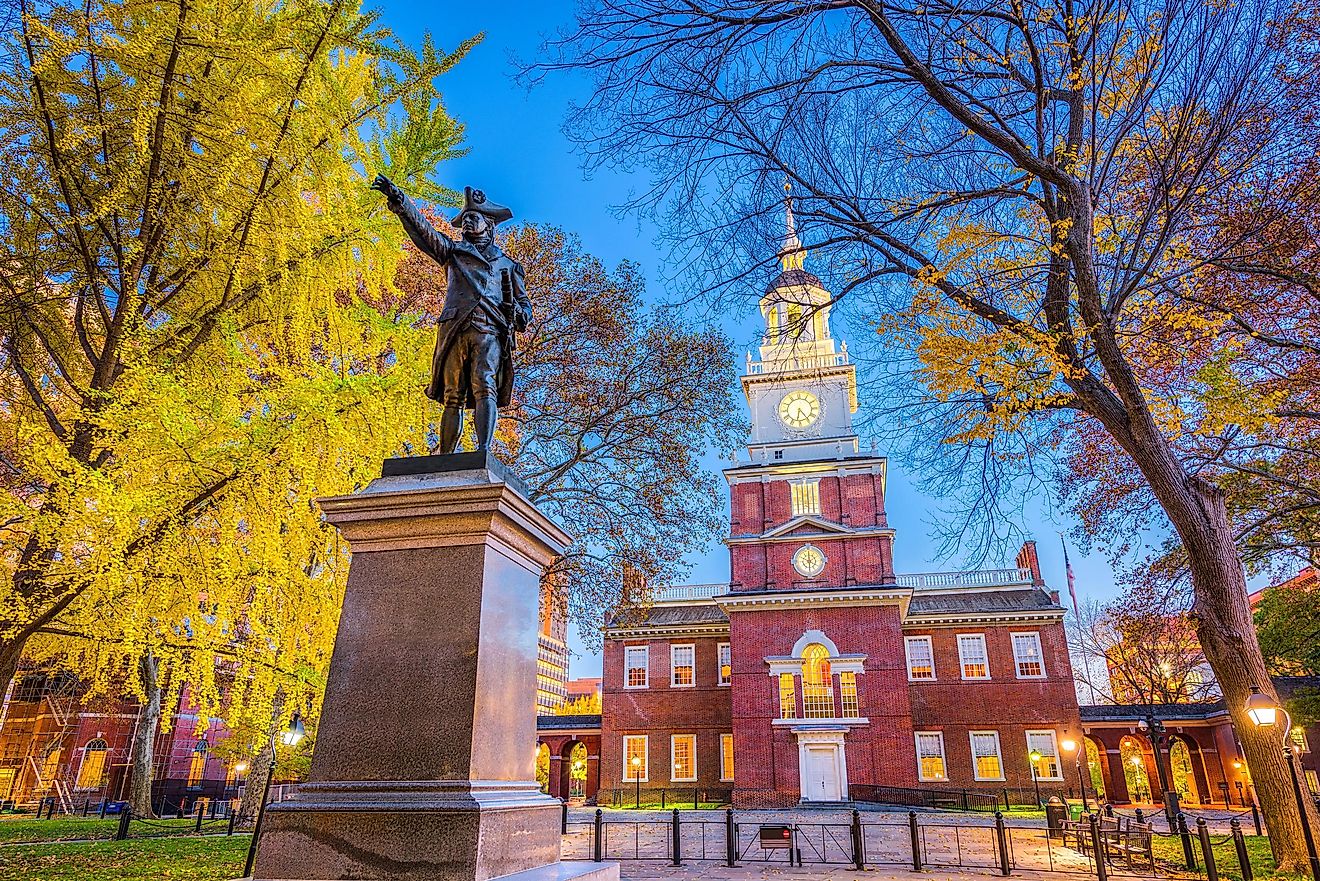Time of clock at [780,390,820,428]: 6:23
